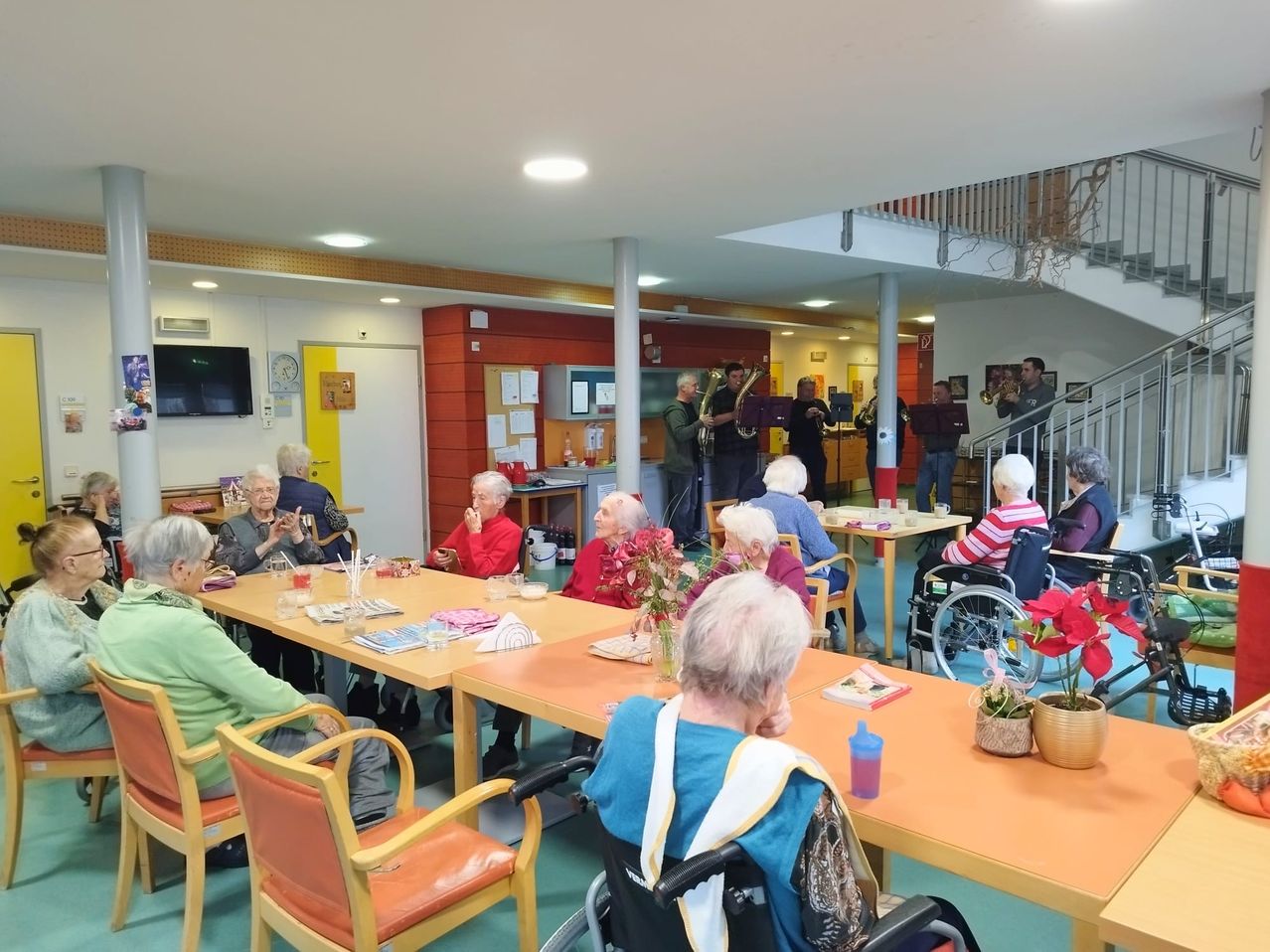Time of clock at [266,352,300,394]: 5:12
